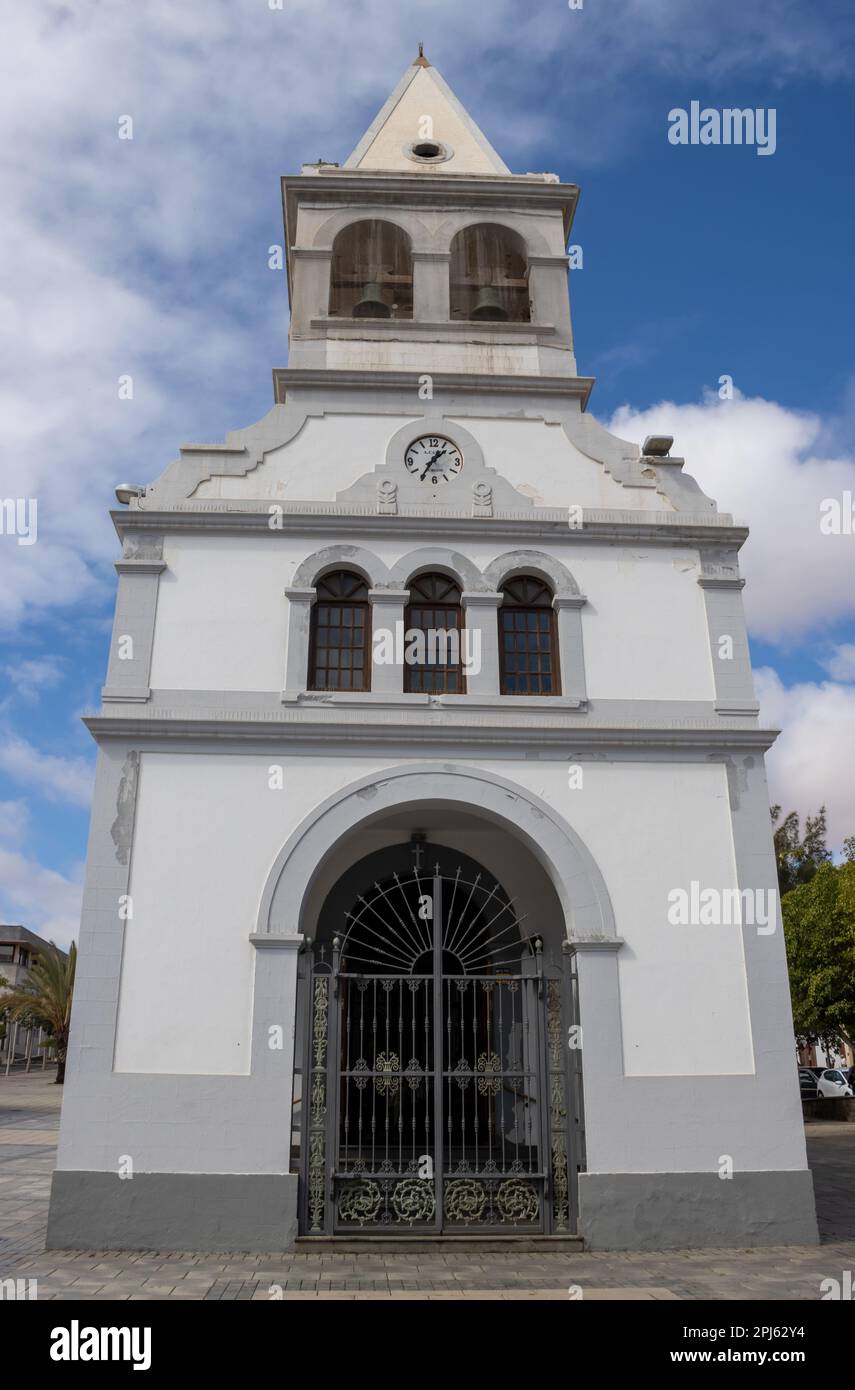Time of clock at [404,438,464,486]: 1:35
